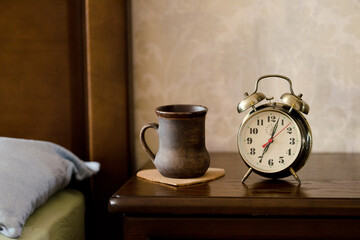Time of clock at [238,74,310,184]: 7:03
